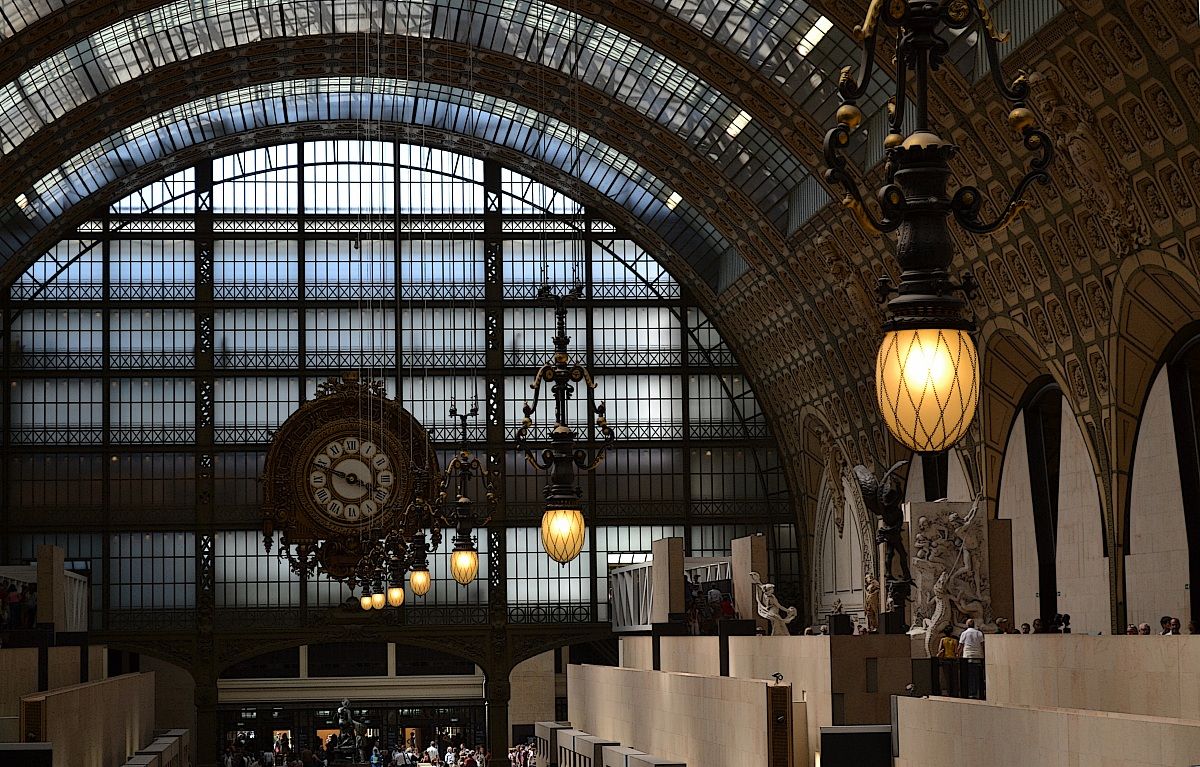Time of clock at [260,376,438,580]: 9:48
